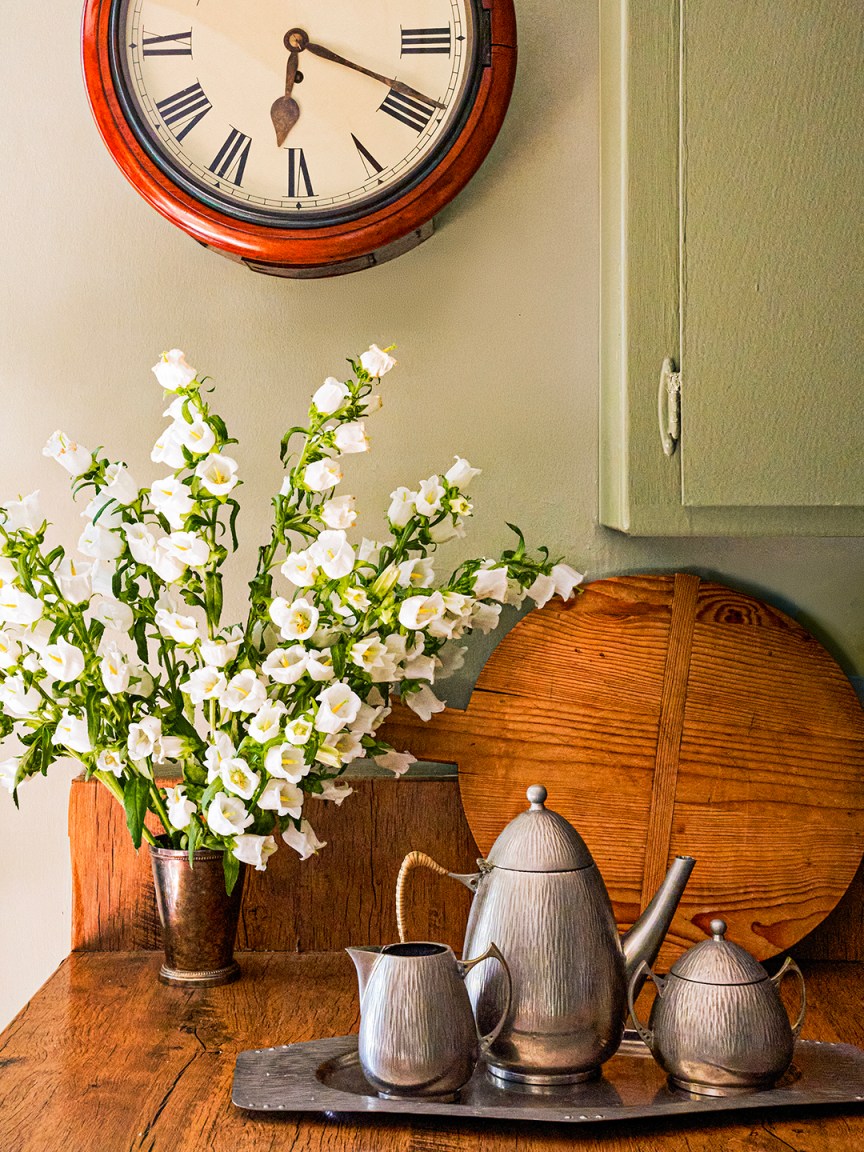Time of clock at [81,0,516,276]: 6:18
